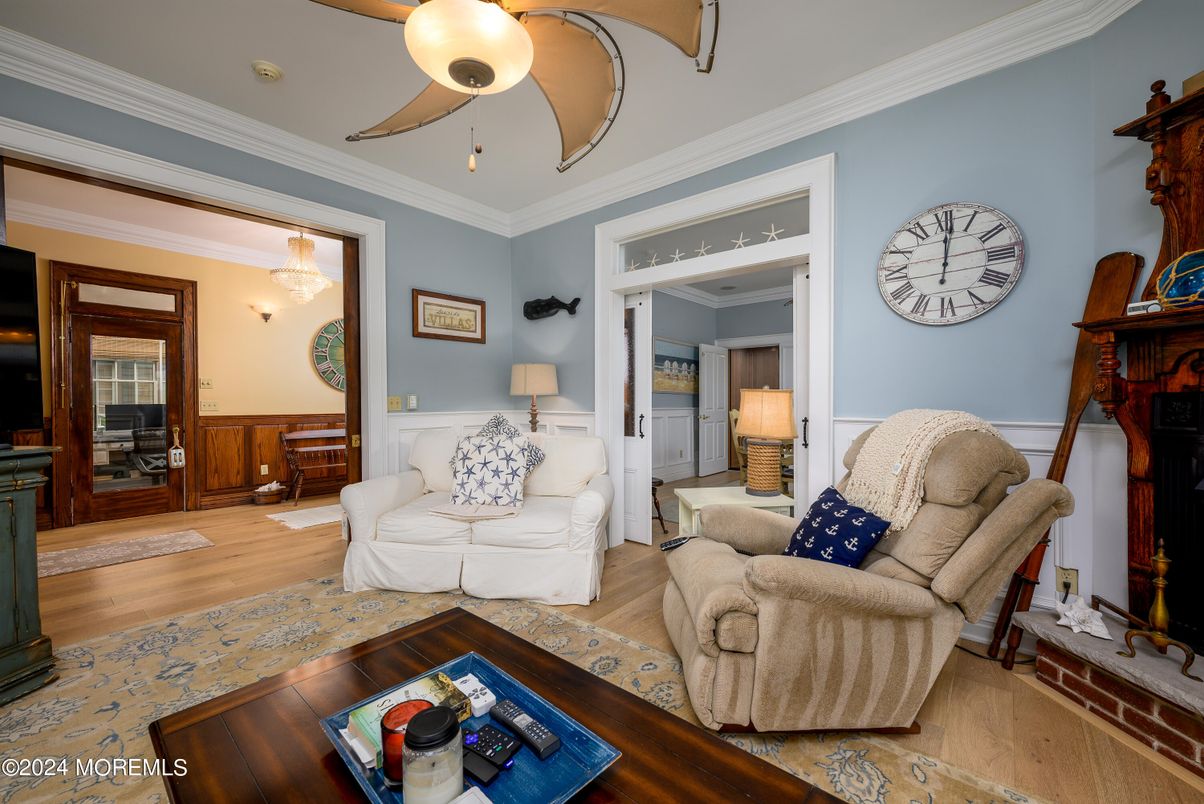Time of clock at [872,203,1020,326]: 12:01
